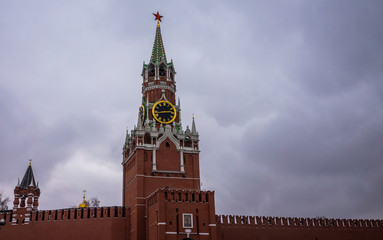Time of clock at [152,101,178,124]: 2:42
